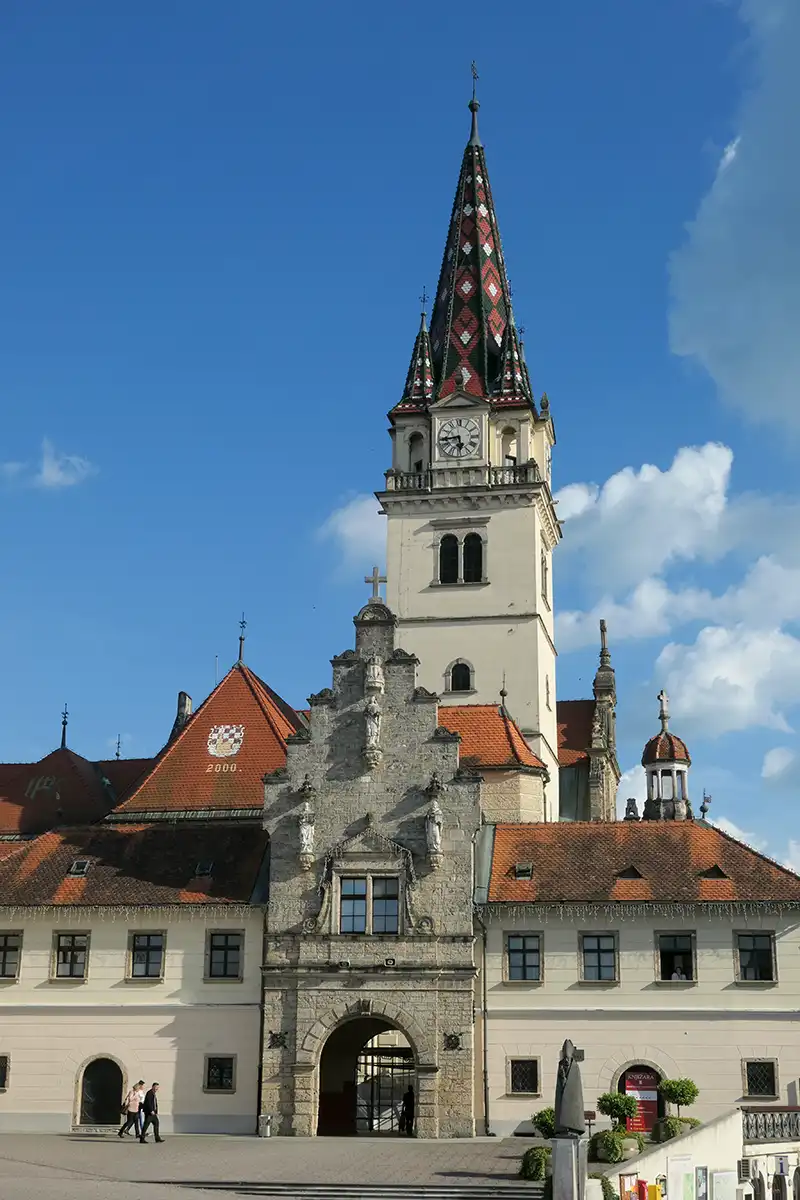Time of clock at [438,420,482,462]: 5:43
